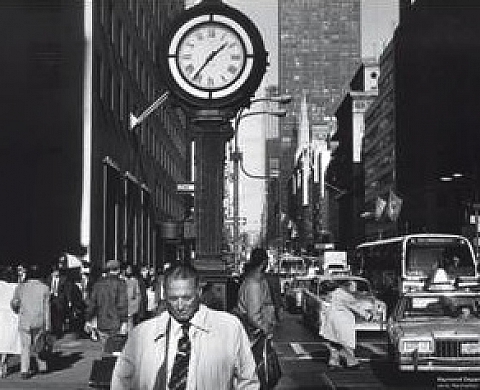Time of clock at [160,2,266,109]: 1:36
